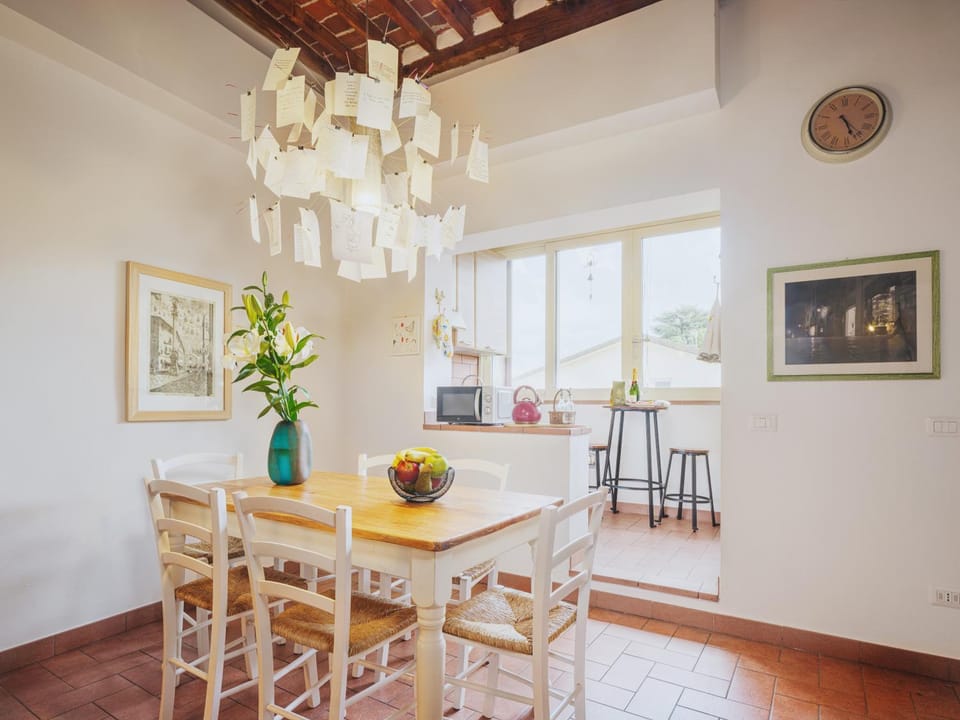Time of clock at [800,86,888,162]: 5:24
